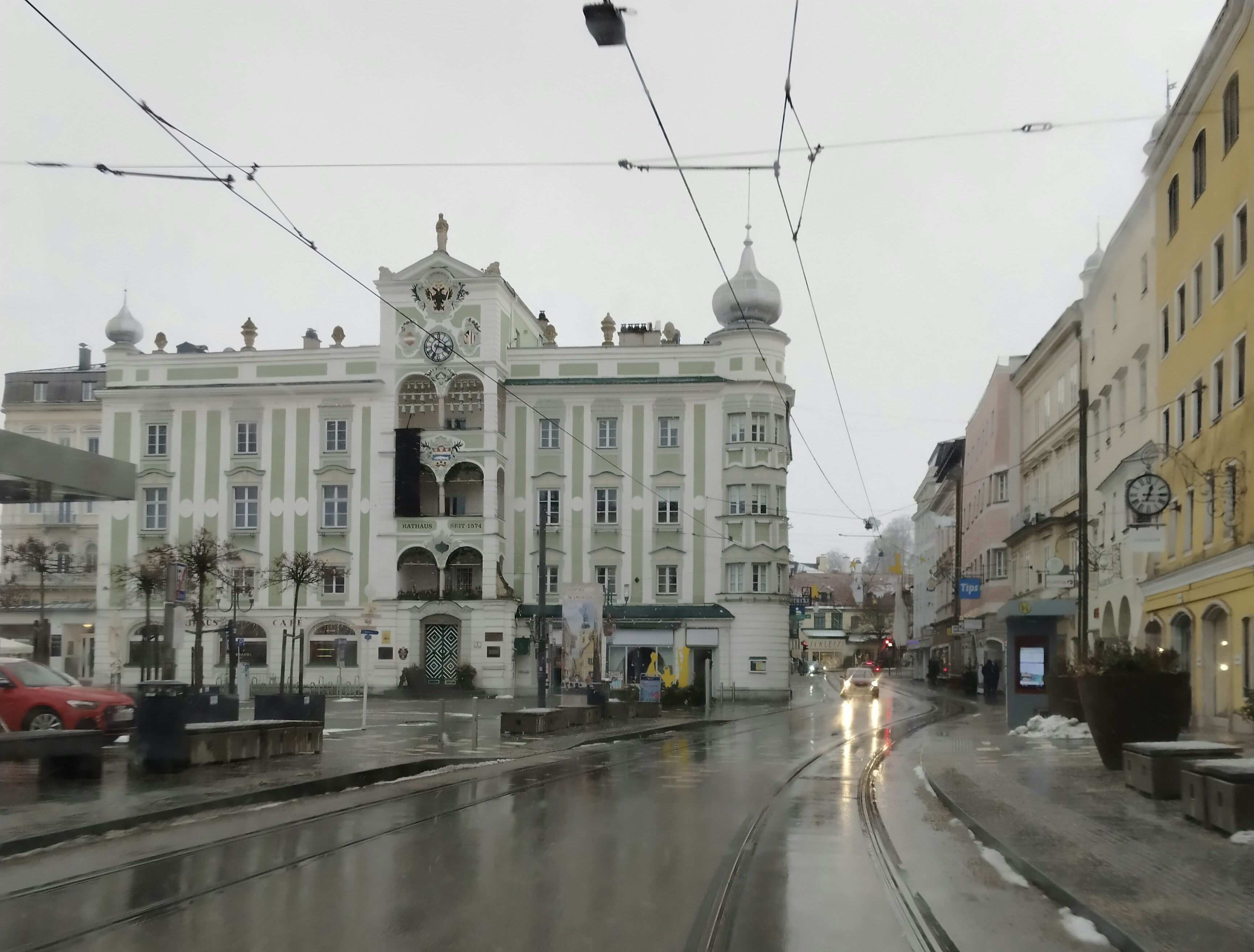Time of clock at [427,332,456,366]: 3:34
